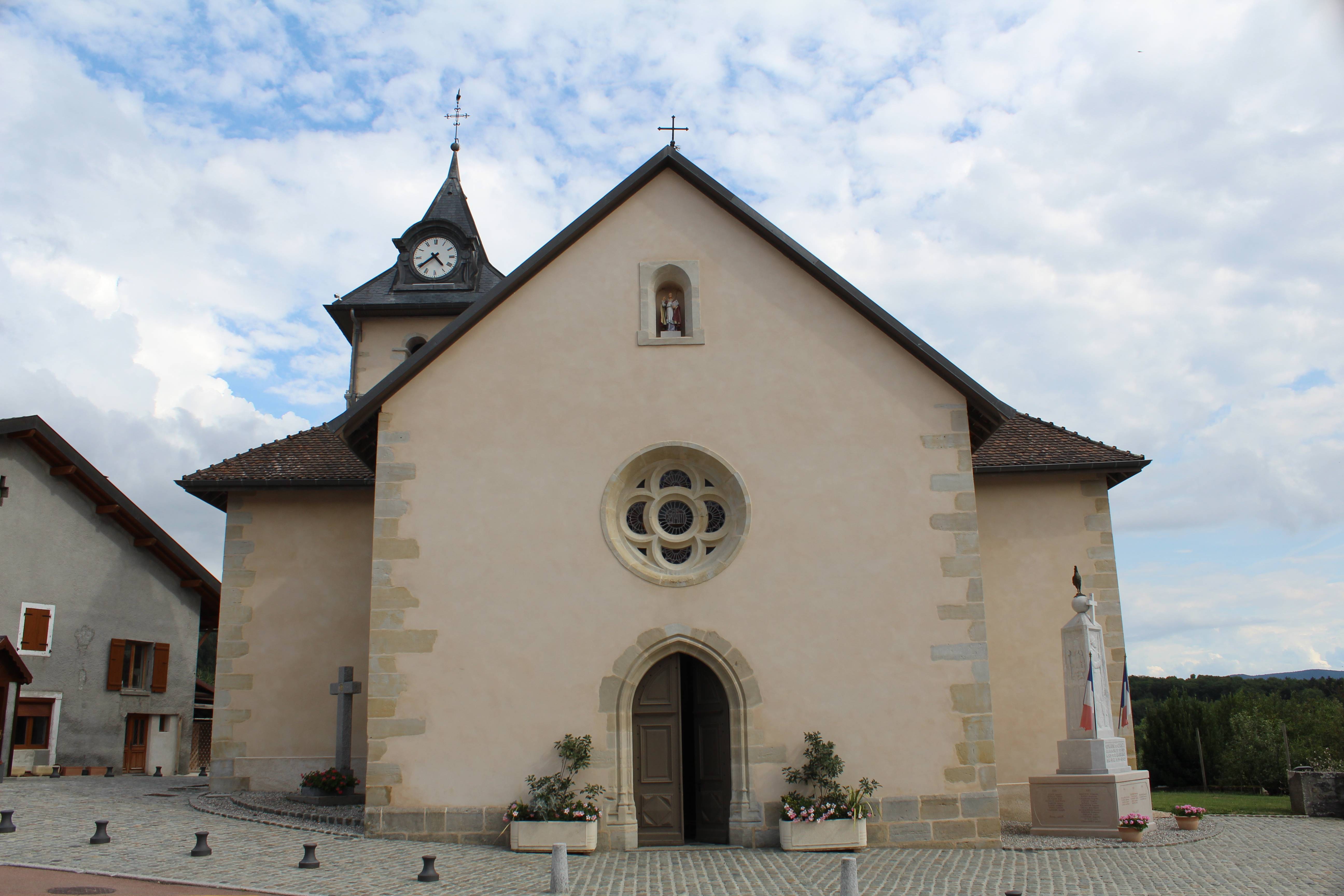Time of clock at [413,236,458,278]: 4:38
